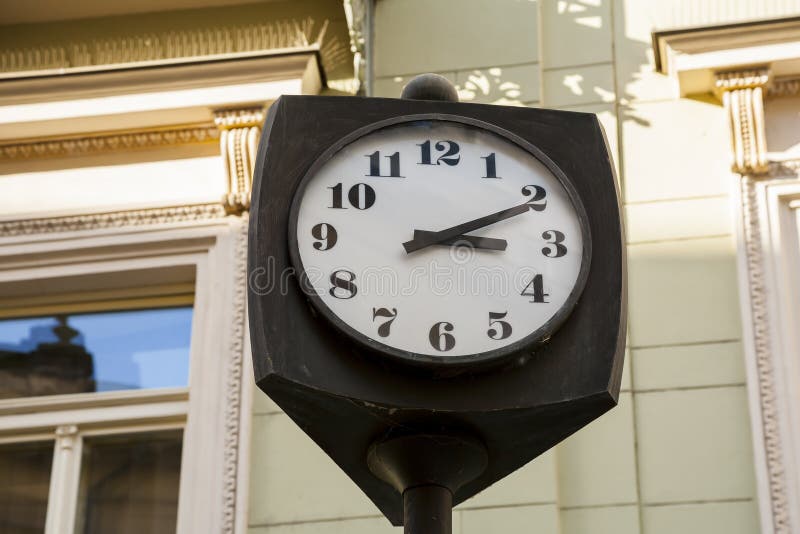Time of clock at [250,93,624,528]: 3:10
